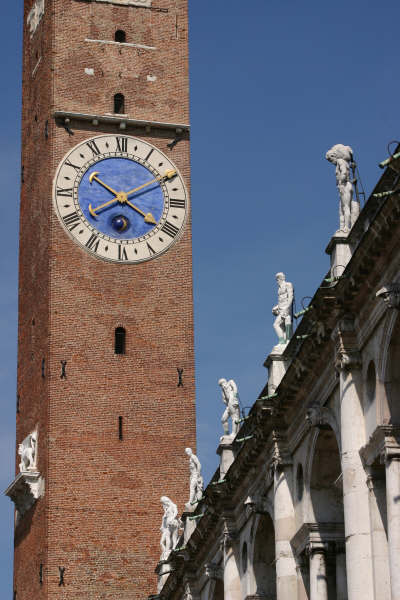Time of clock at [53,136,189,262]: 10:20
